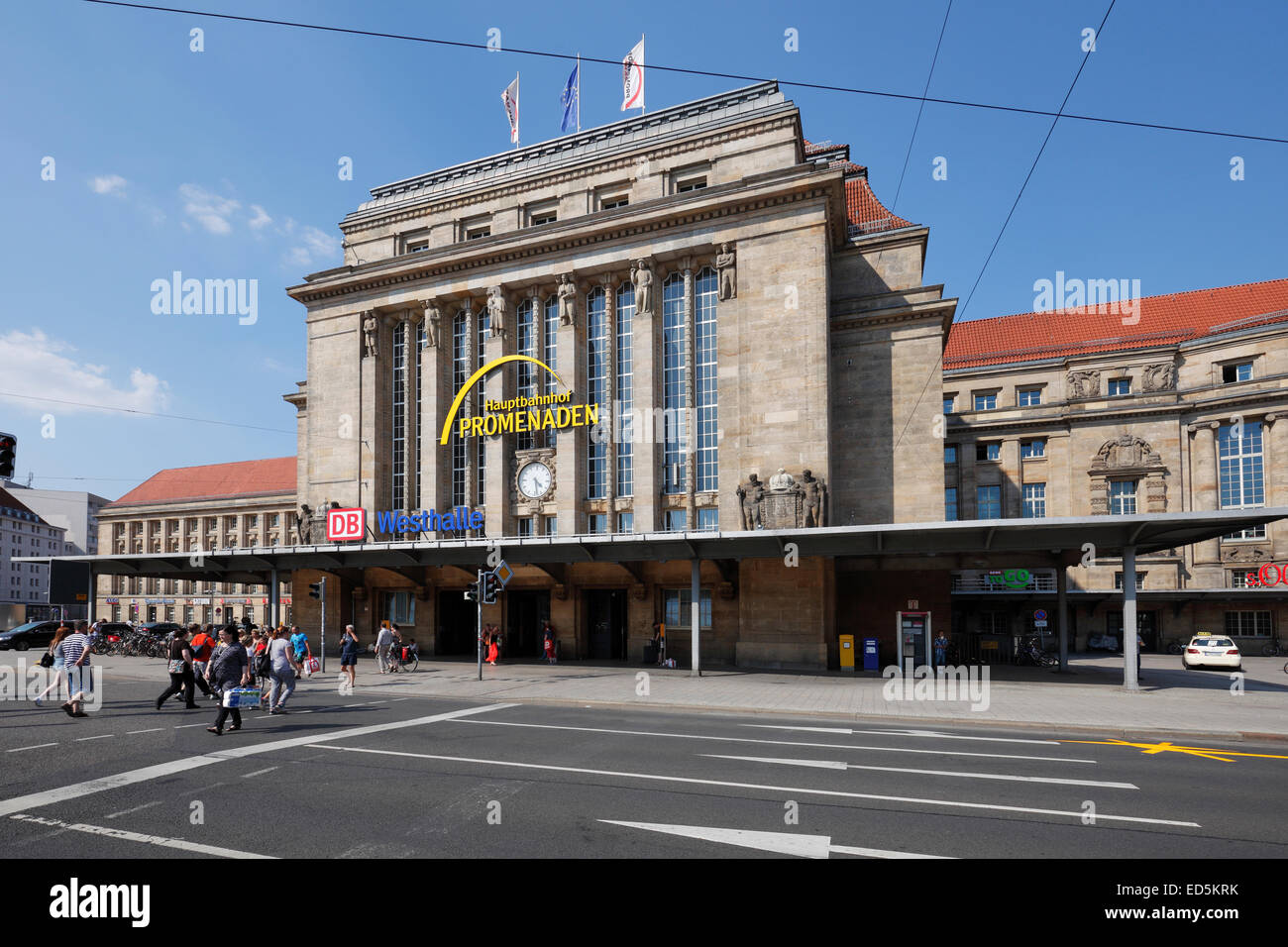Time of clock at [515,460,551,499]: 4:28
